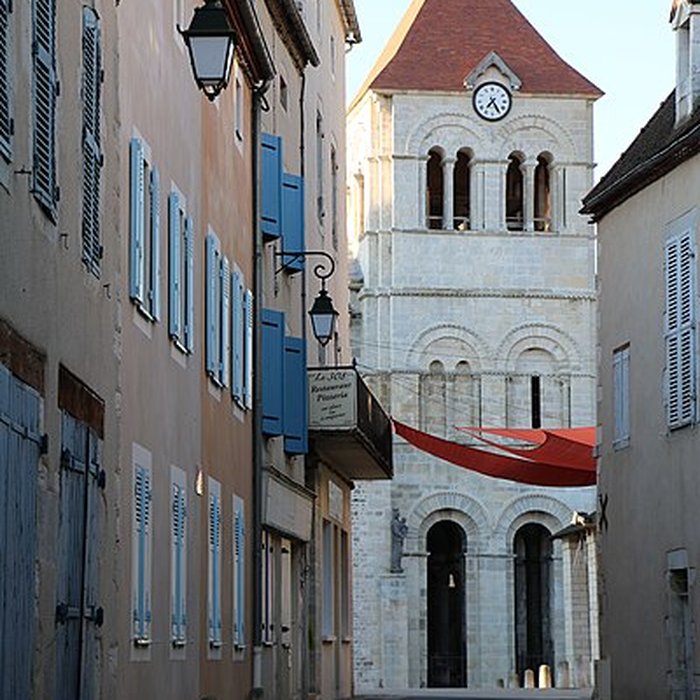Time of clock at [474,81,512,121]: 7:24
